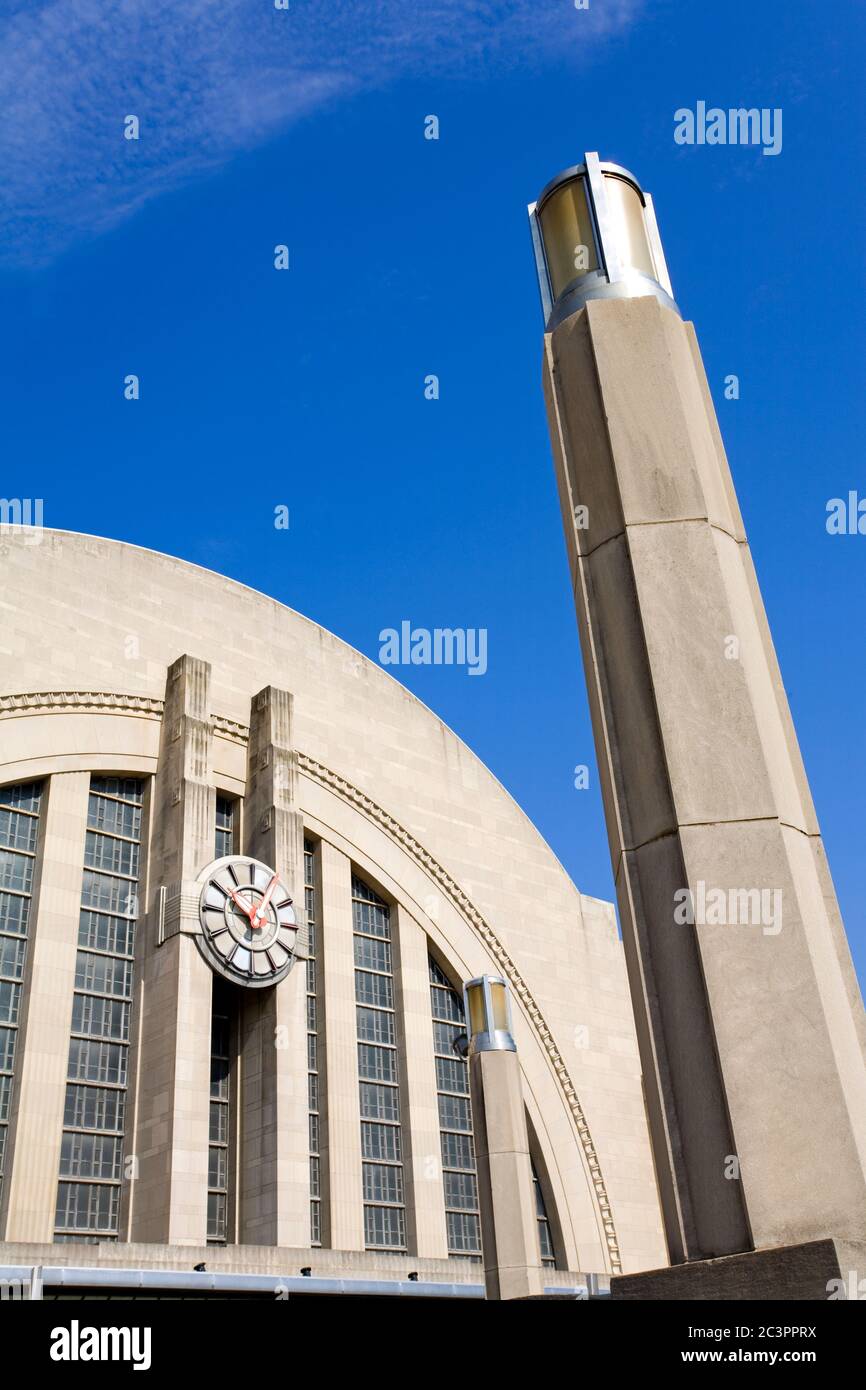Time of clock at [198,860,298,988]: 9:50
